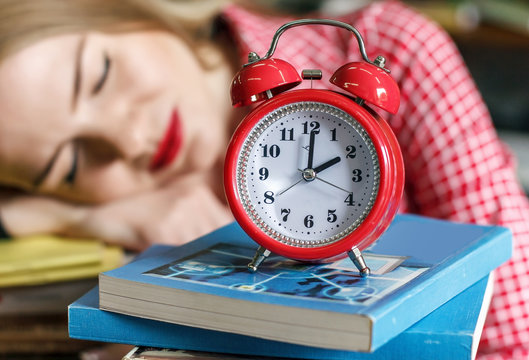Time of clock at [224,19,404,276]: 2:00
